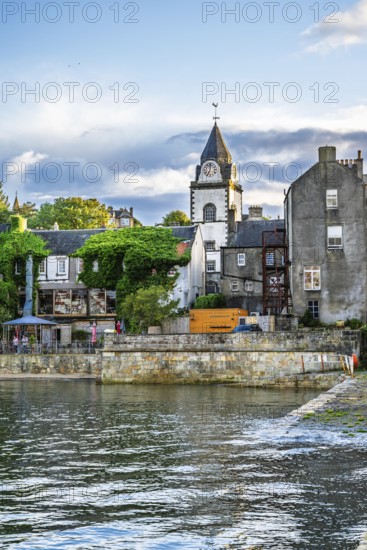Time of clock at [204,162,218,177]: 7:00
